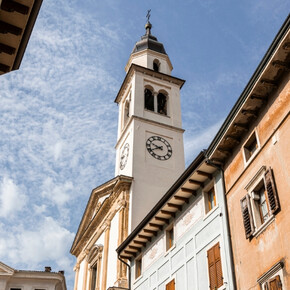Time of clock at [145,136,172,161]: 9:40
